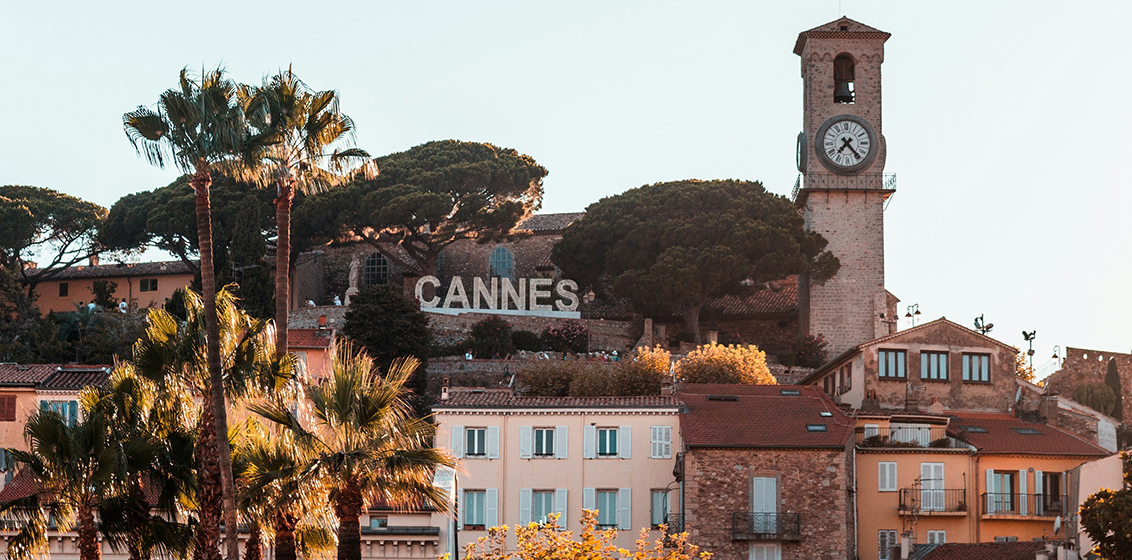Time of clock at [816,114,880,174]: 7:23
